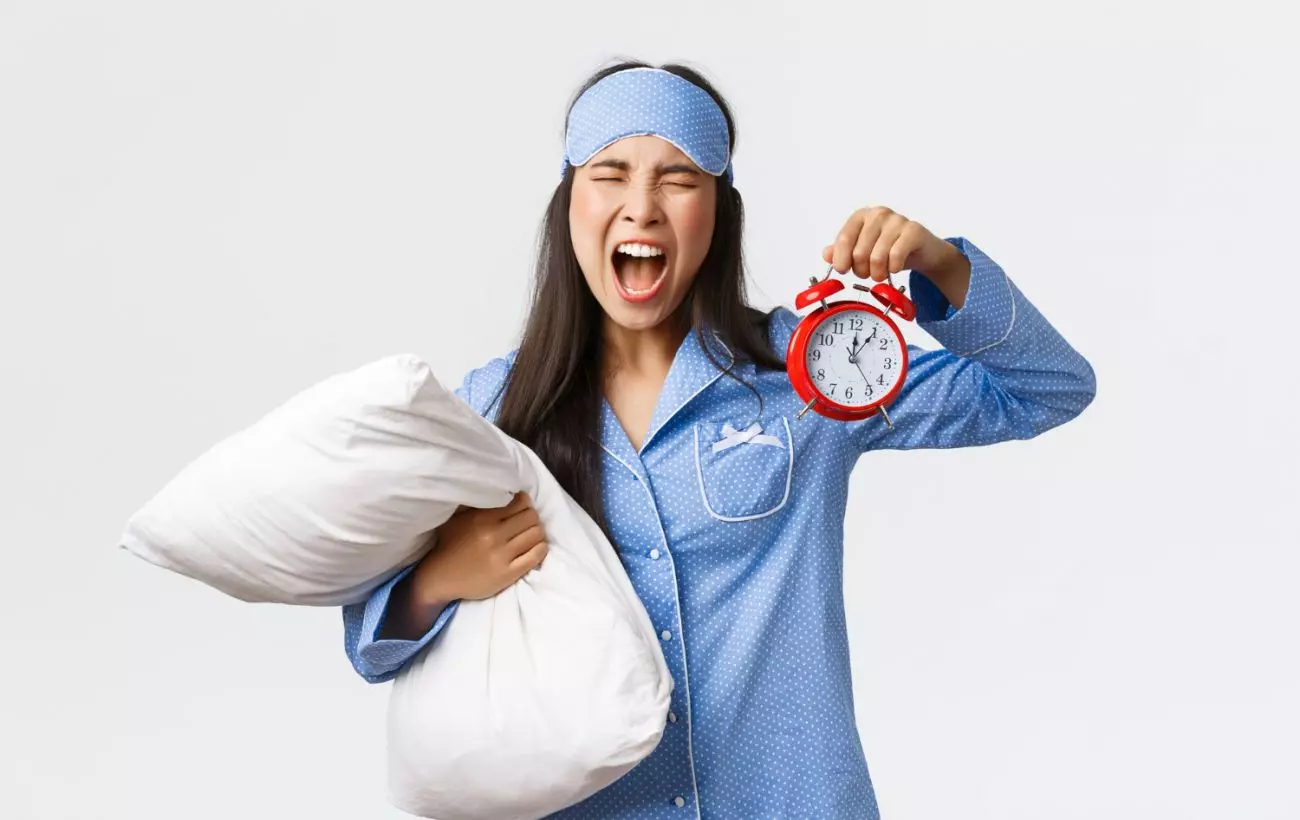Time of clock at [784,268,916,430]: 12:06
